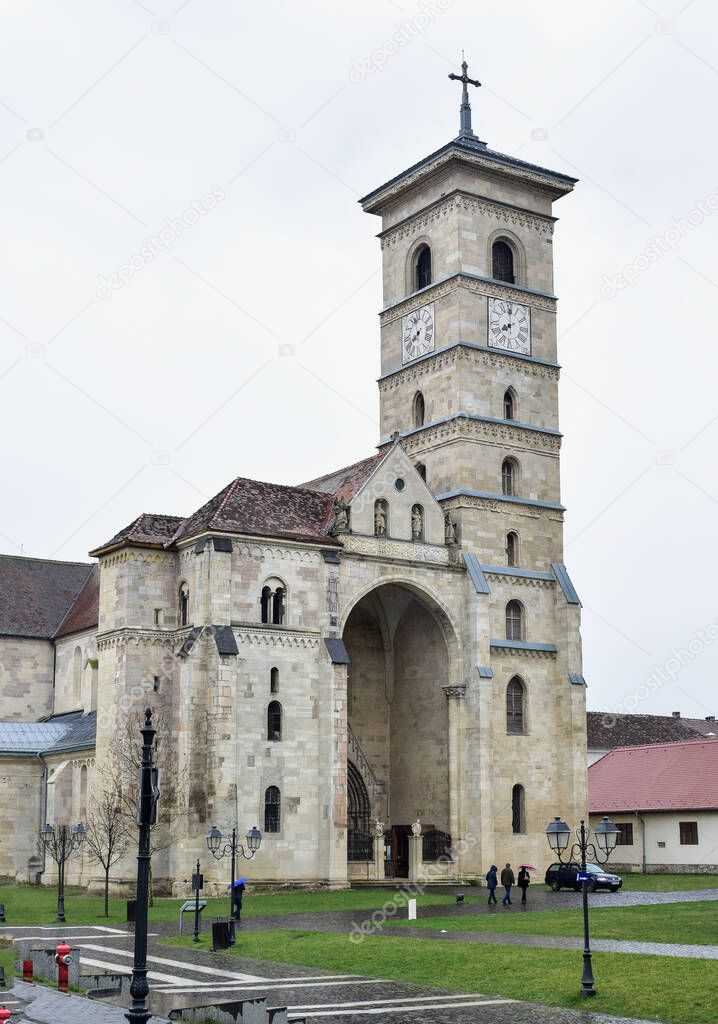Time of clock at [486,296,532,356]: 7:59
